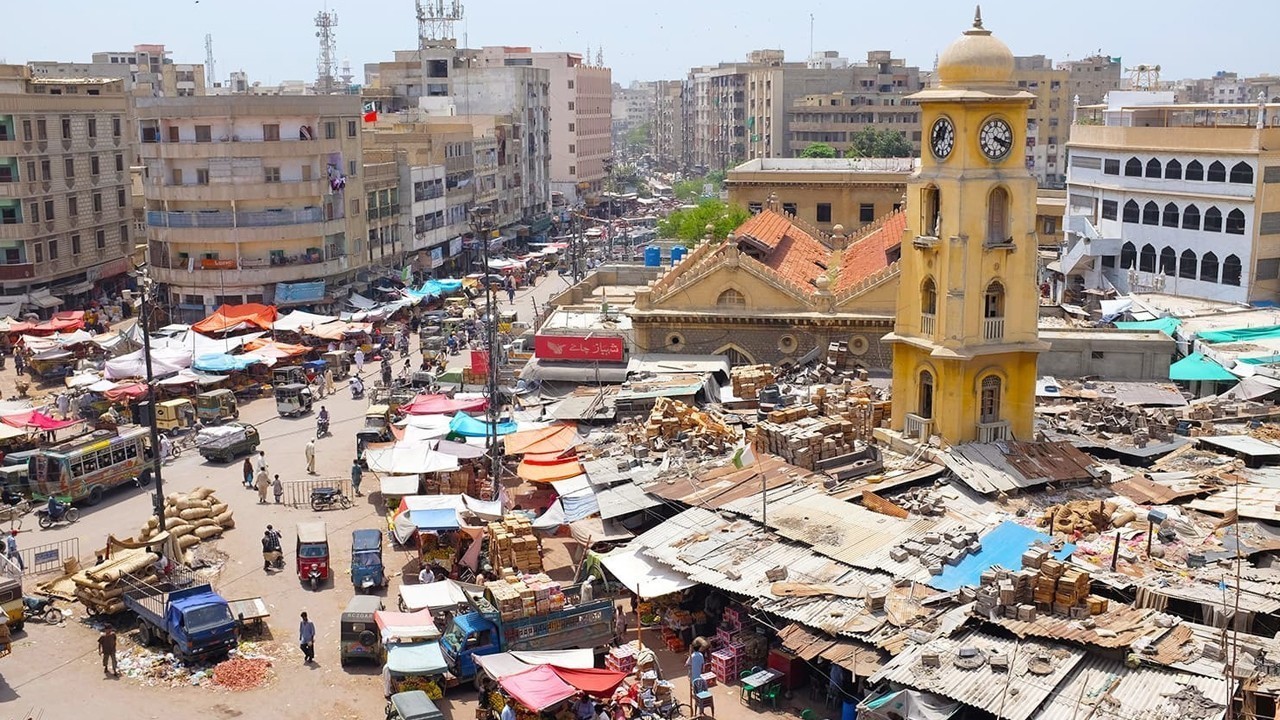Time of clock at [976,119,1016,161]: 4:17
